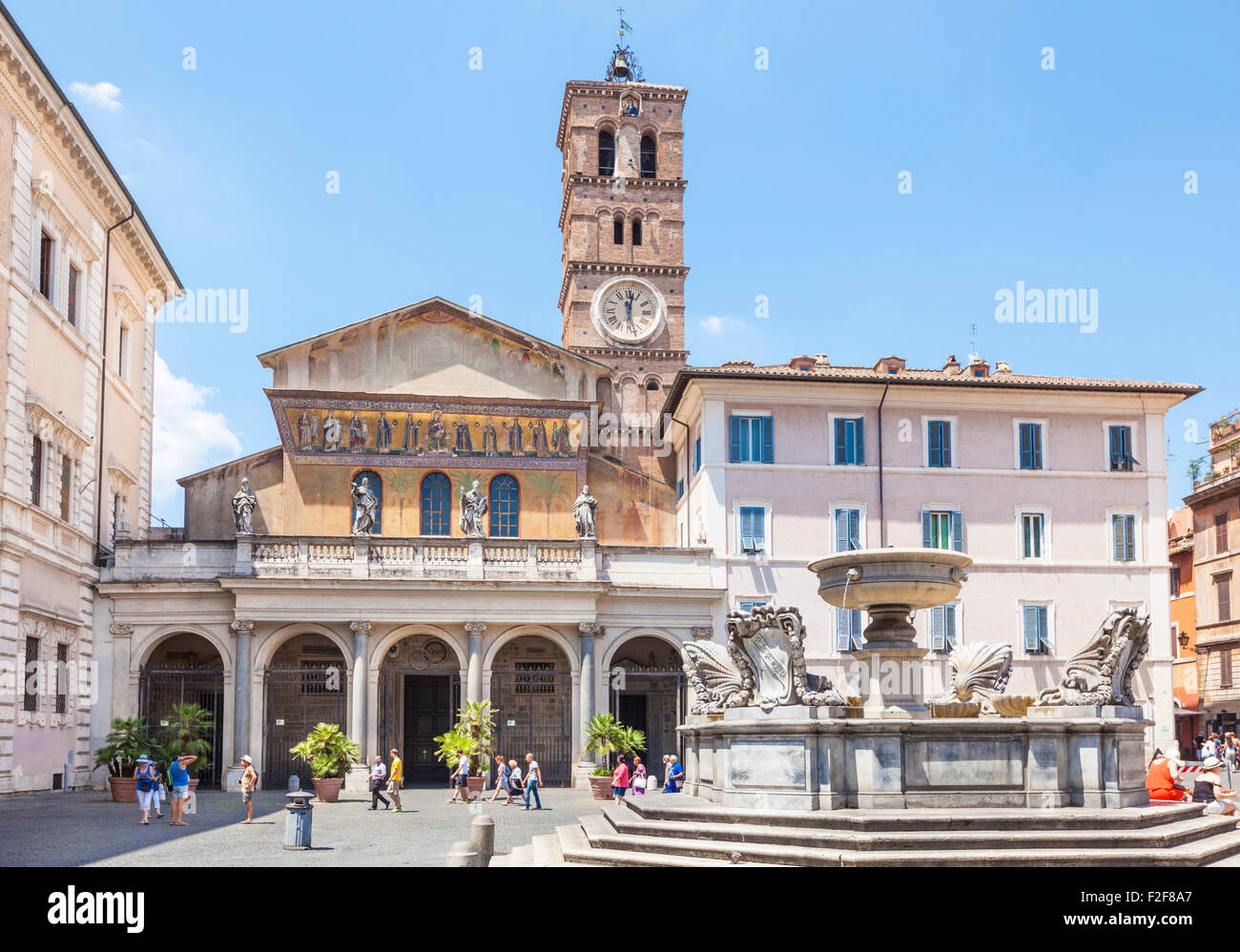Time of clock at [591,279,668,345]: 12:27
